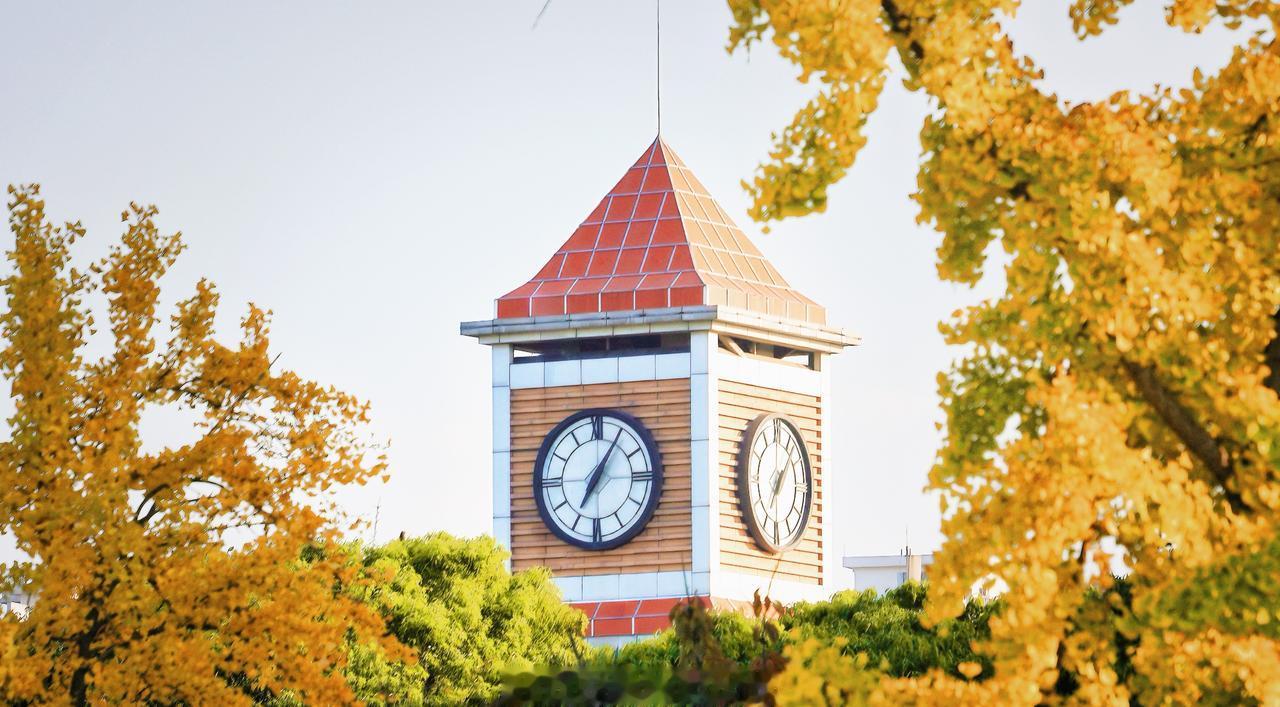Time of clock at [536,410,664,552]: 7:05
